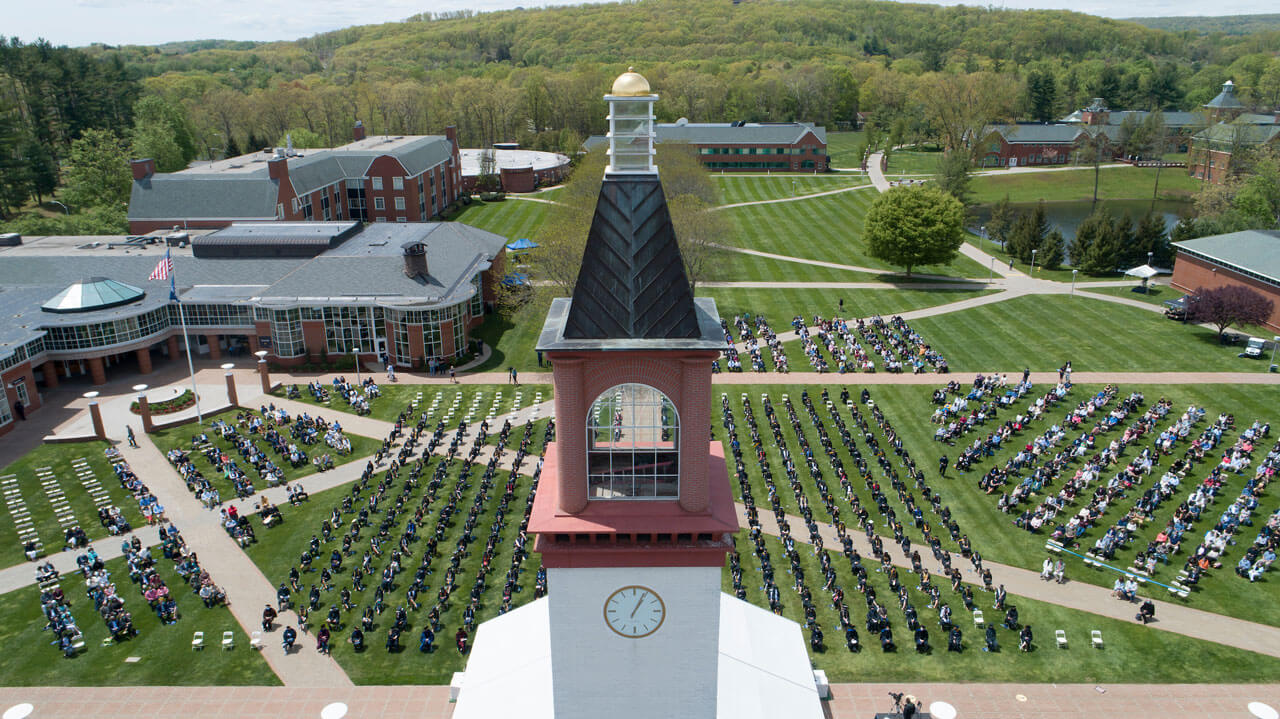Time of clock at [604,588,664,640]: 1:04
